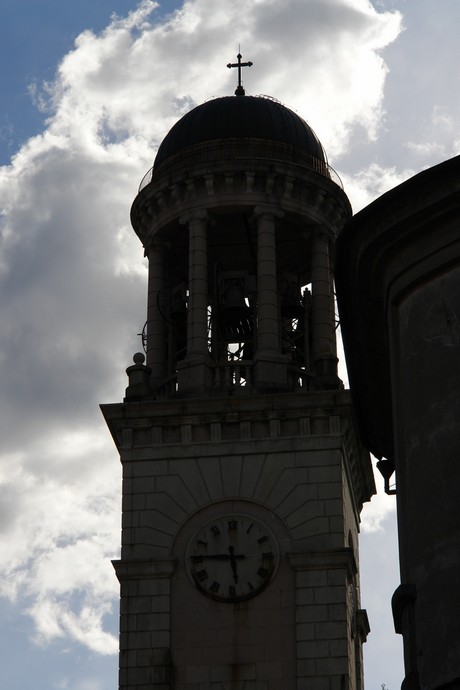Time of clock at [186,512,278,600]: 5:45
